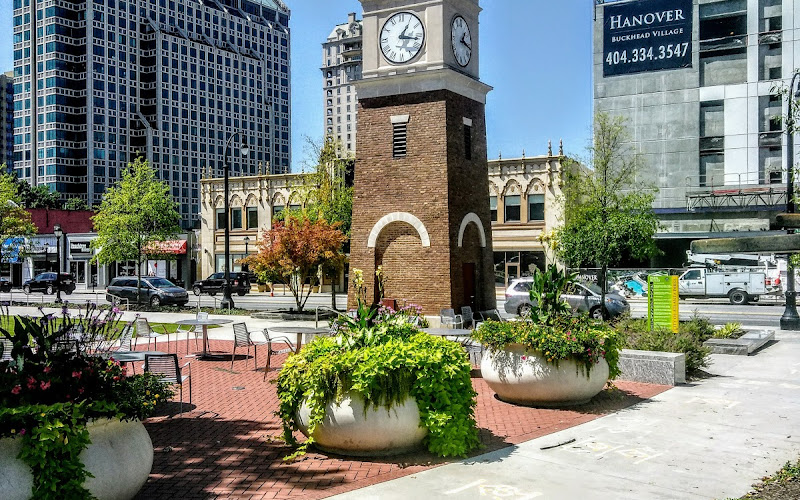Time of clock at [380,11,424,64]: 1:16
